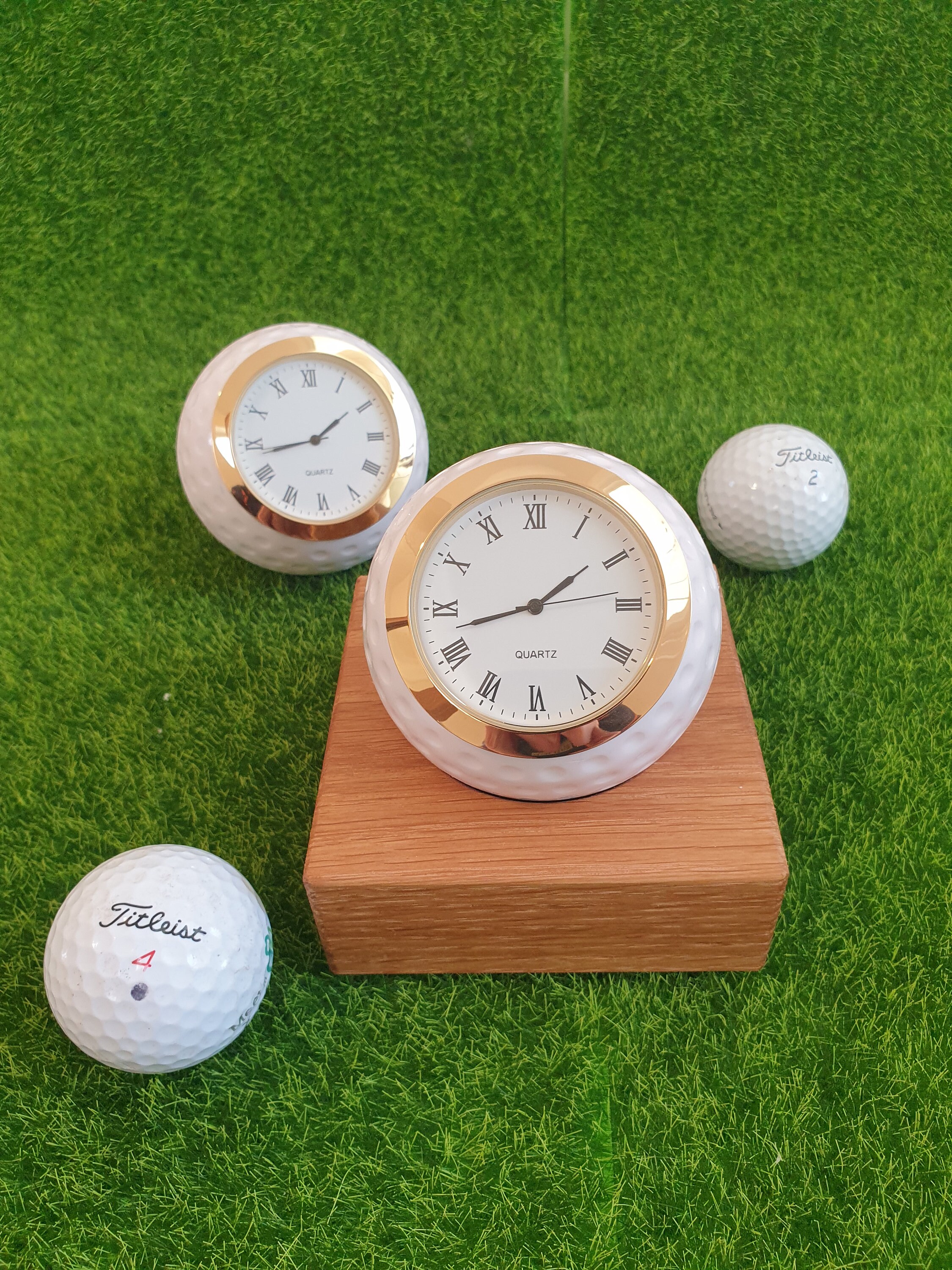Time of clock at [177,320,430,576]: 1:43
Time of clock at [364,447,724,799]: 1:42
